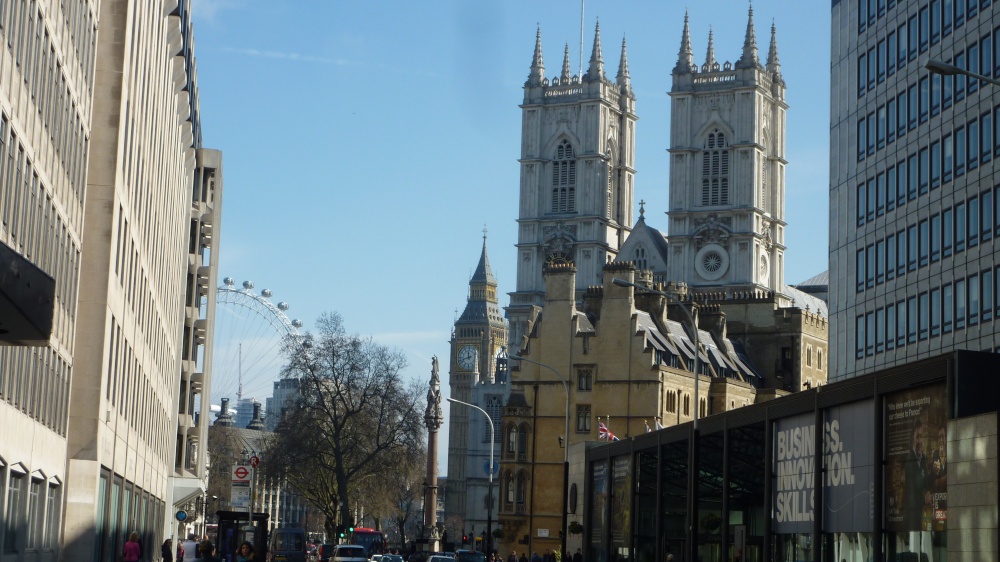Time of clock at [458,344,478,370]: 11:42
